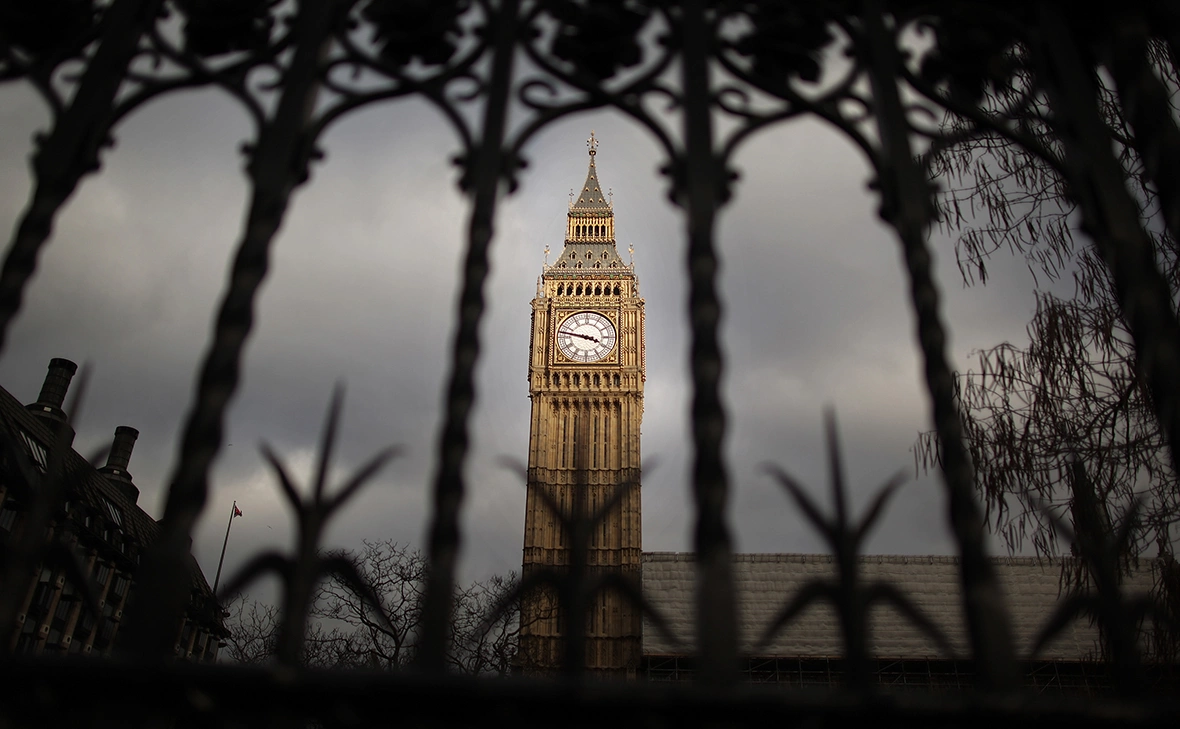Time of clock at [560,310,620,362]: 3:46
